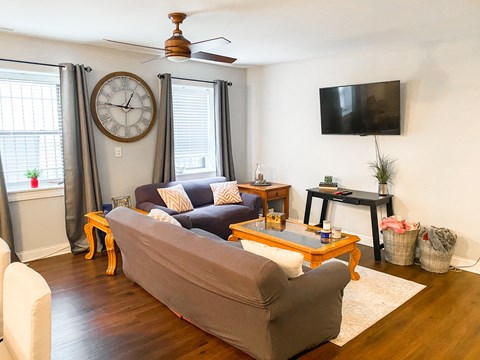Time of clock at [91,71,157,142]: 12:46
